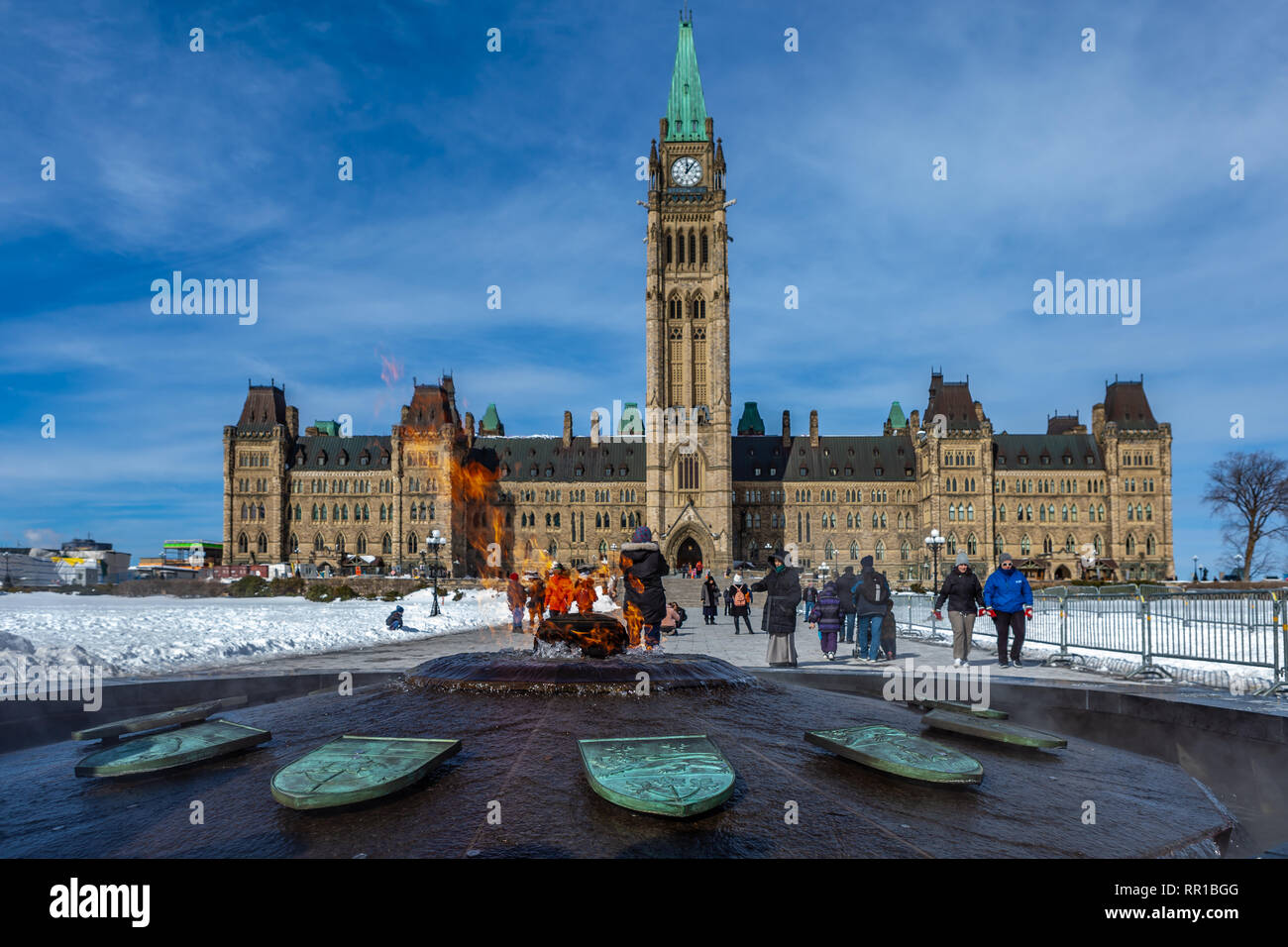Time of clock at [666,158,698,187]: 12:06
